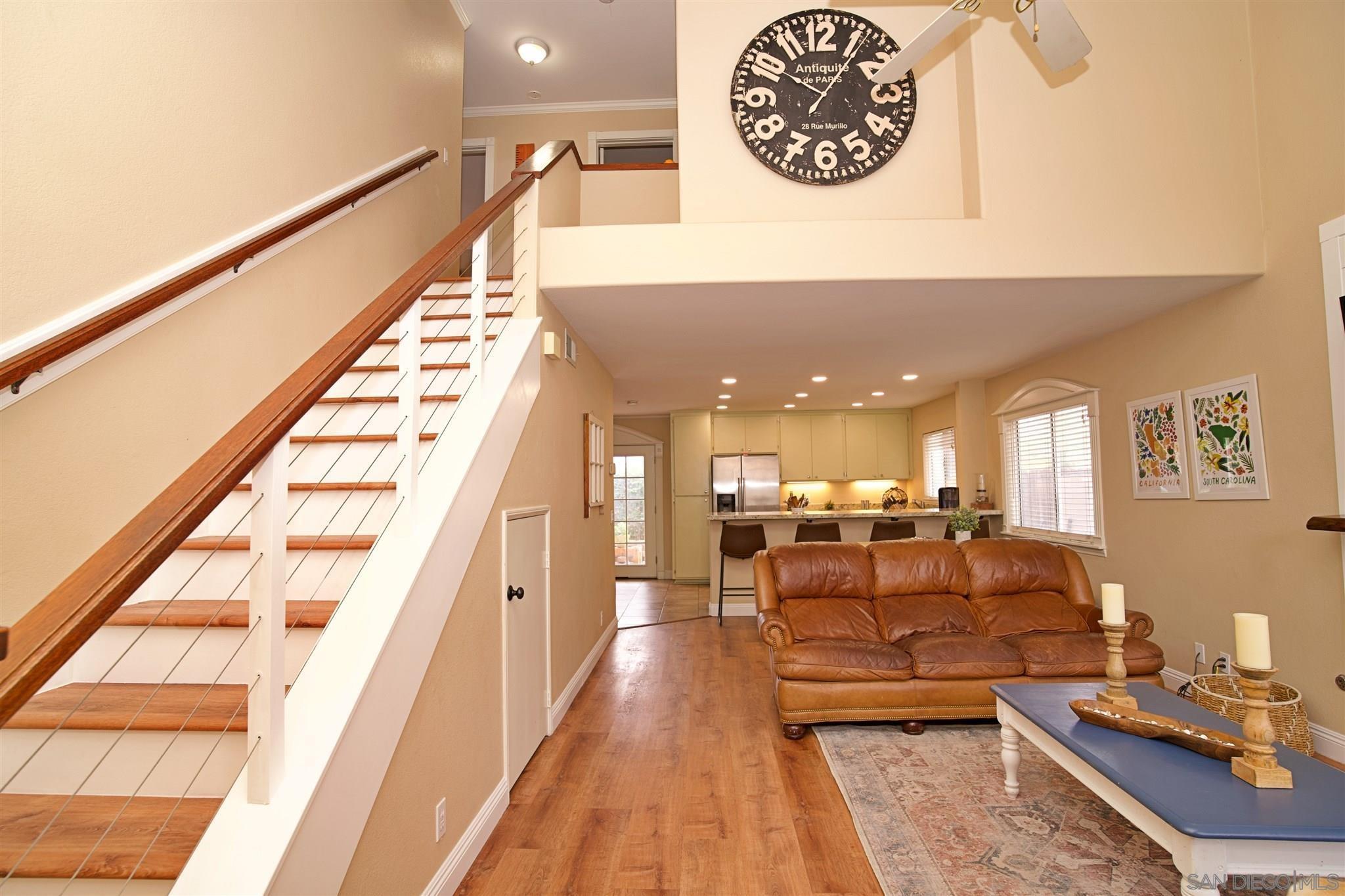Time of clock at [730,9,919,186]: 10:05
